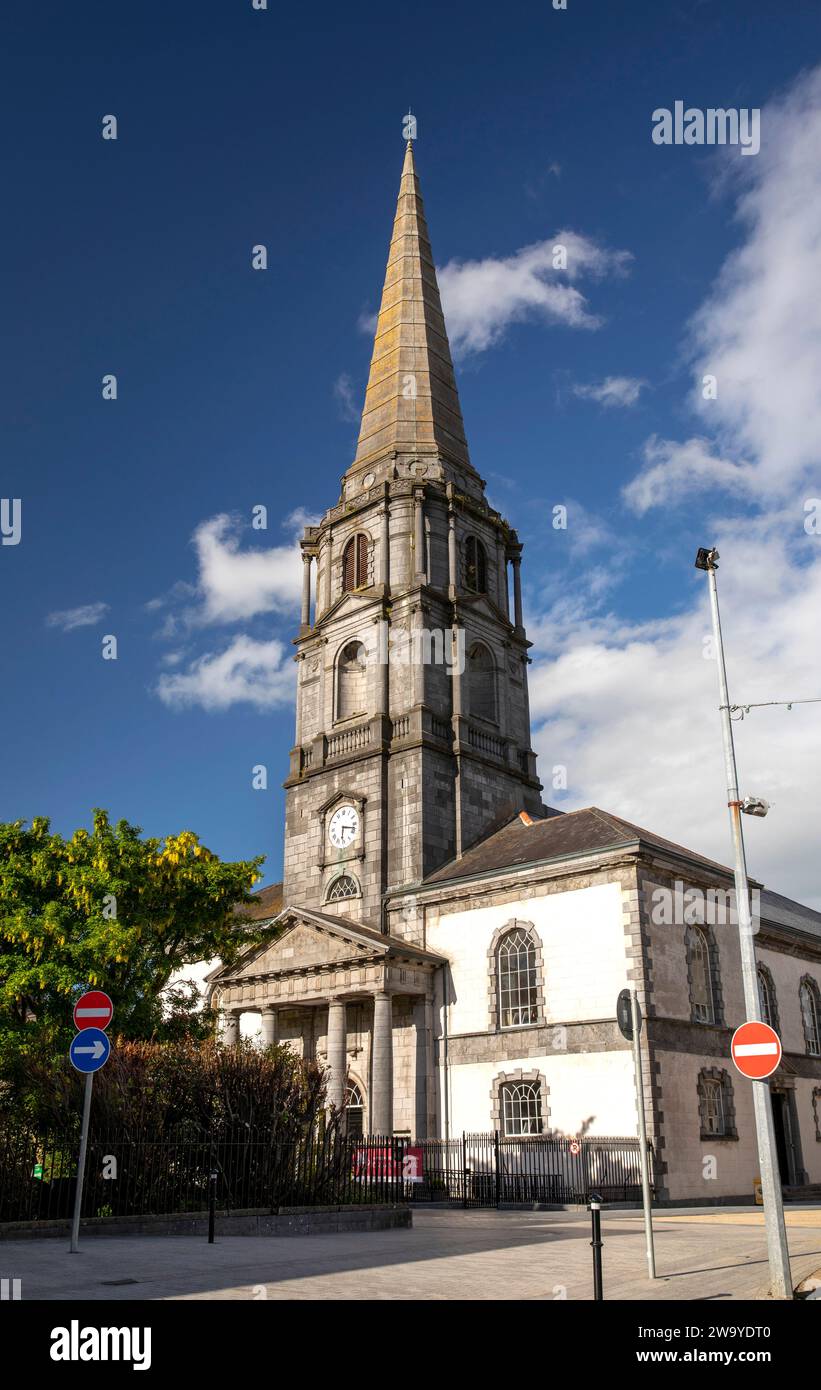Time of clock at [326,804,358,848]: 6:17
